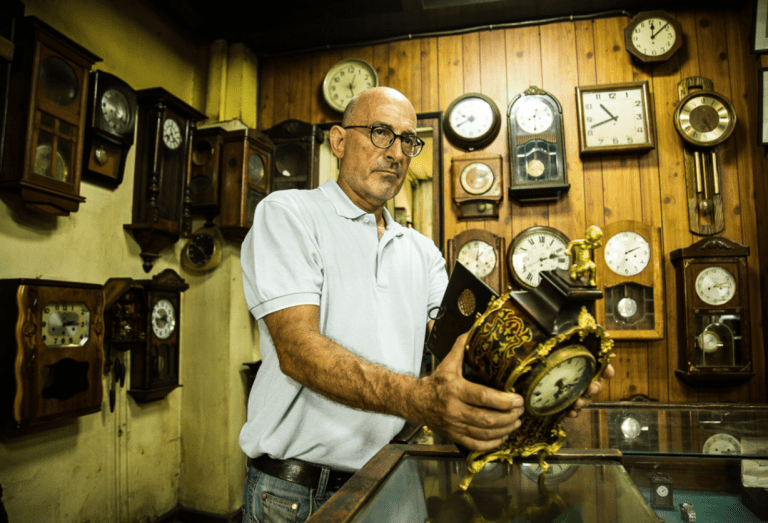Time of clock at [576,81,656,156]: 10:41
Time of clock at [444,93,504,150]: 9:40
